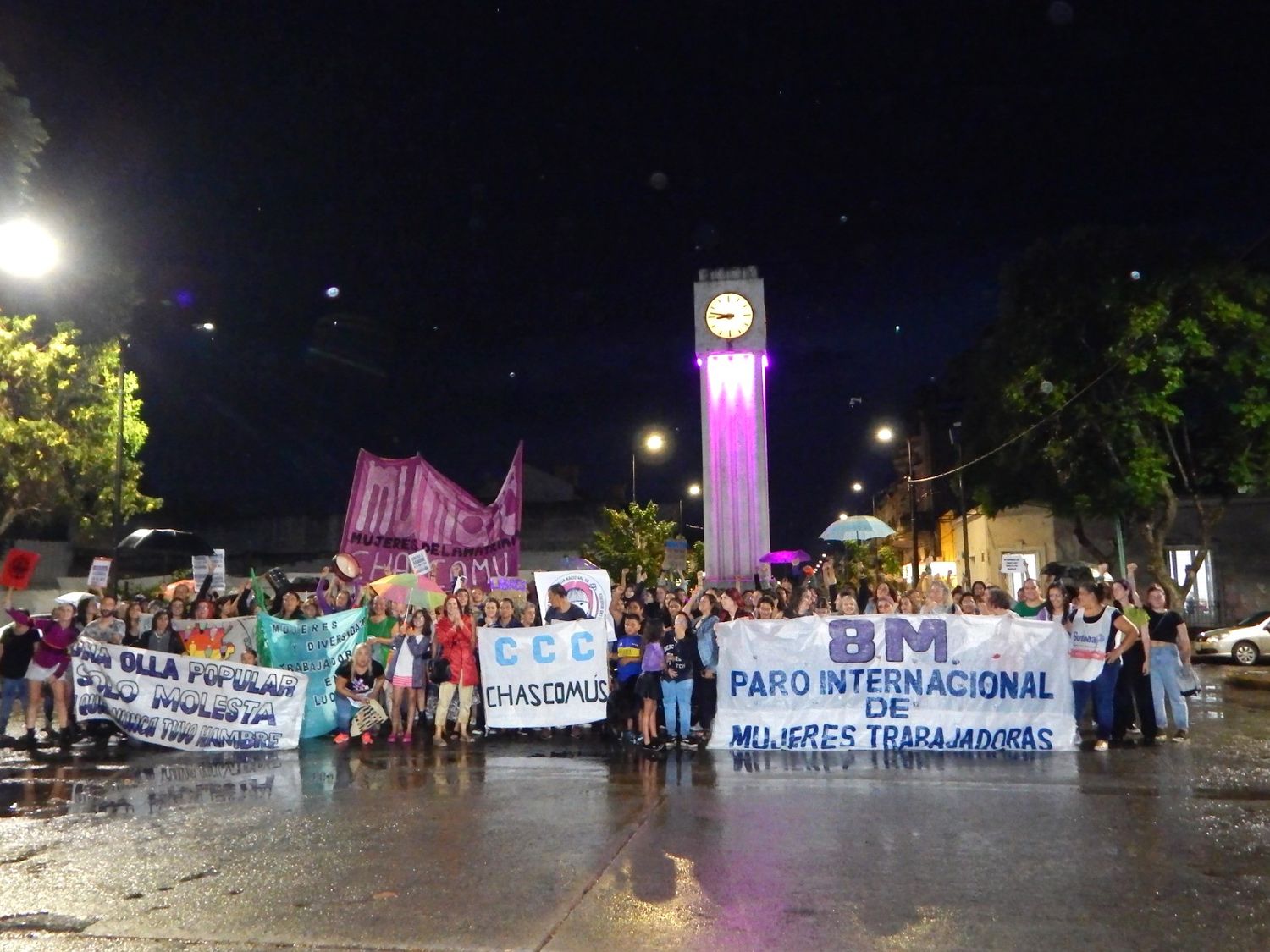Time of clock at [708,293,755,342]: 8:47
